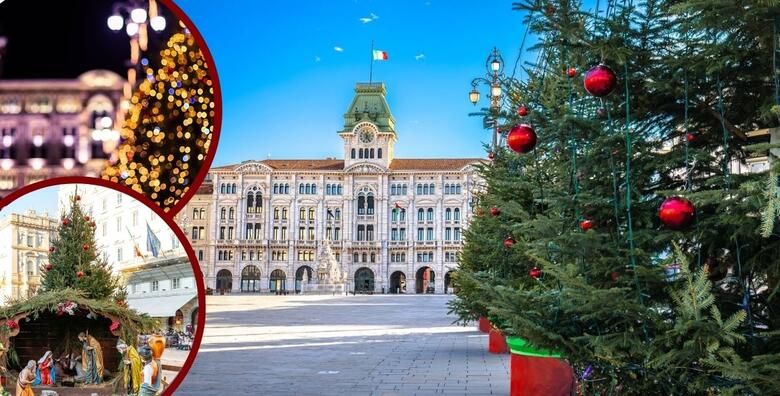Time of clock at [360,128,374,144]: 6:25
